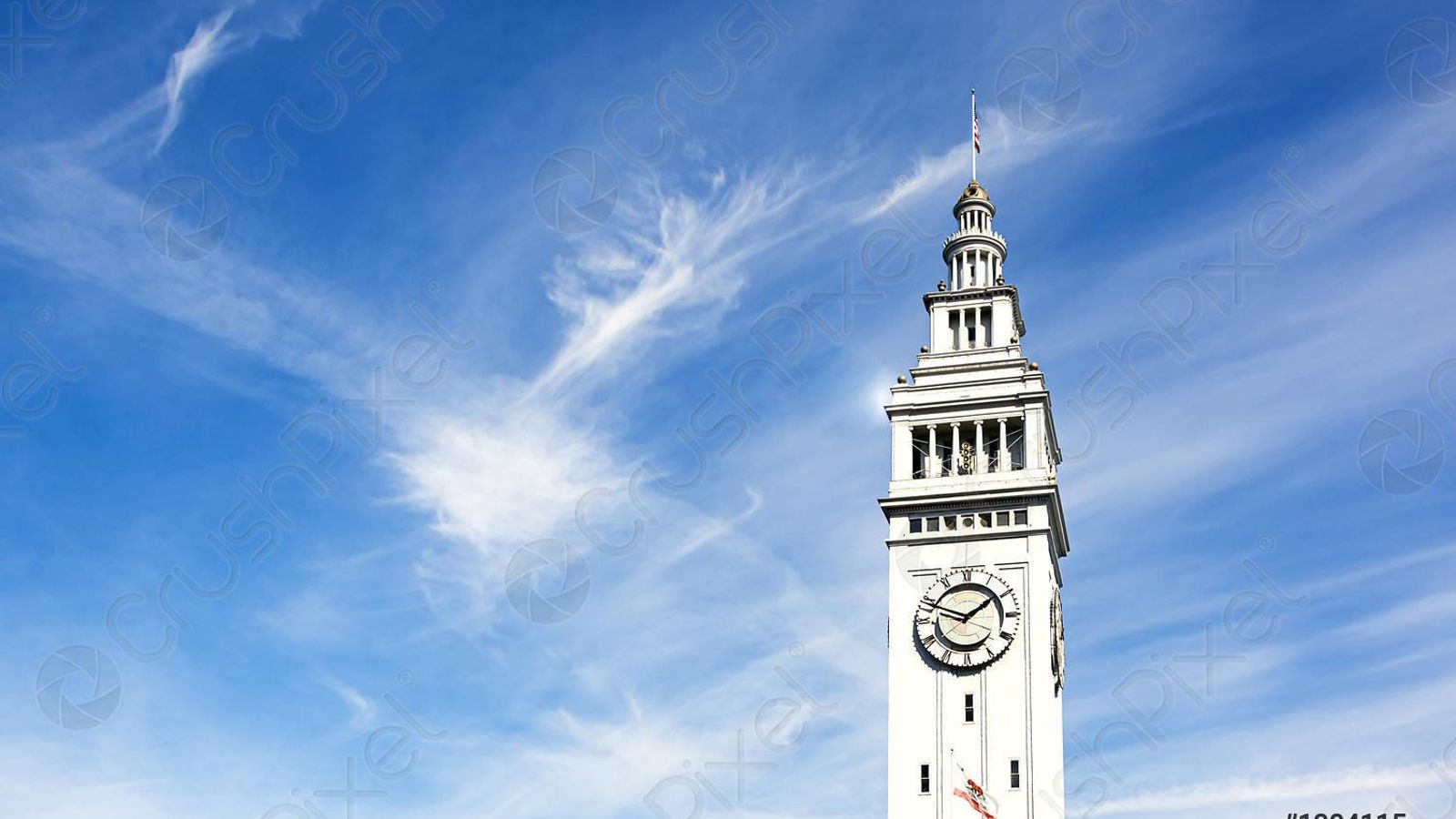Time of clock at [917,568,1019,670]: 1:48
